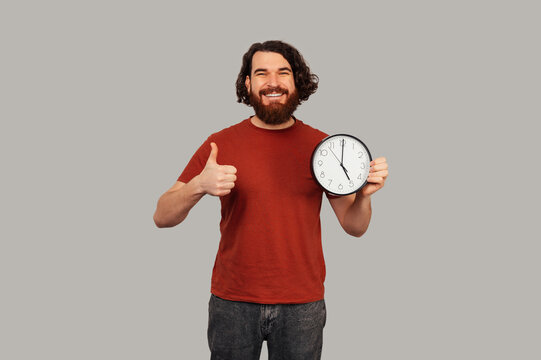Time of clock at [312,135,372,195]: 5:00
